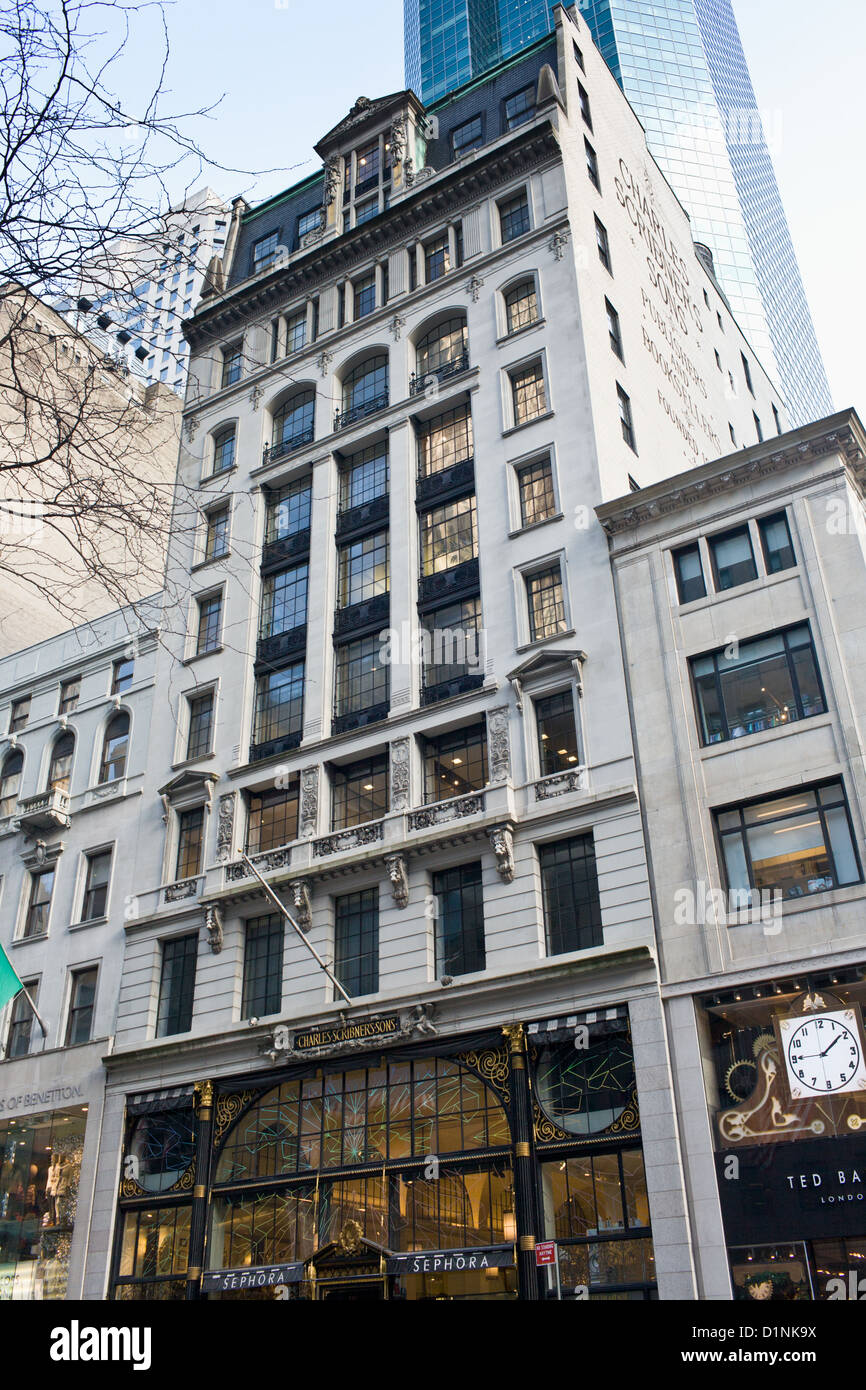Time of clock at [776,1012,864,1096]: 1:45
